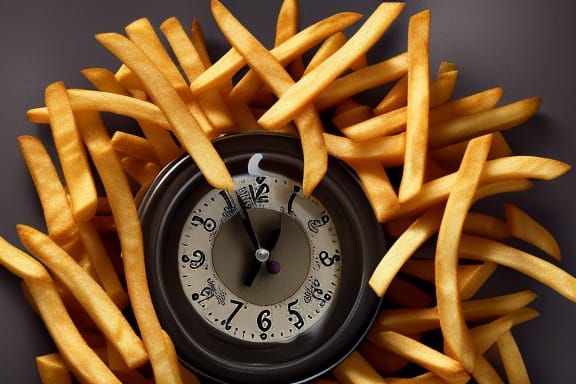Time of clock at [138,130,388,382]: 6:56
